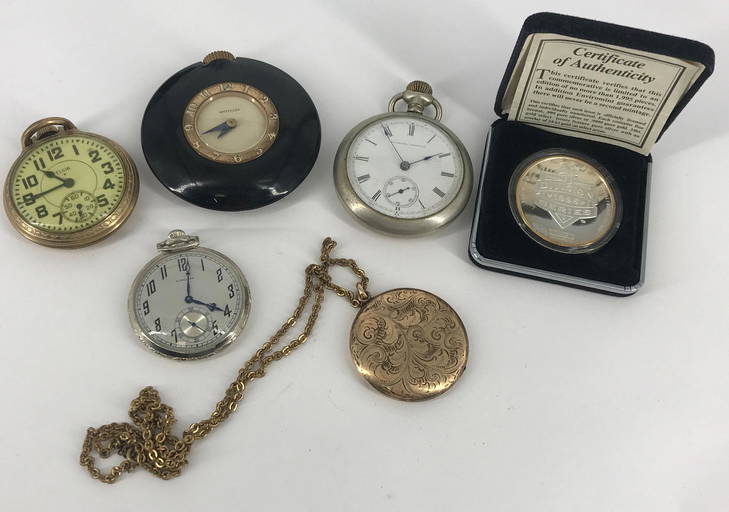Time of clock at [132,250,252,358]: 4:01
